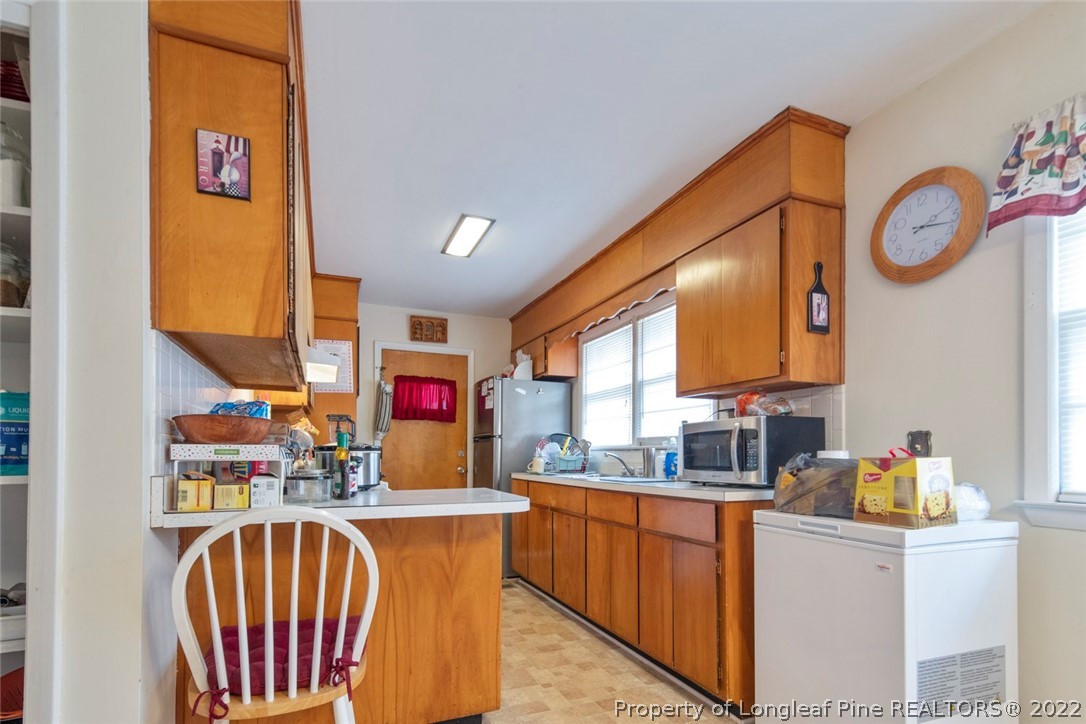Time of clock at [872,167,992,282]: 2:17
